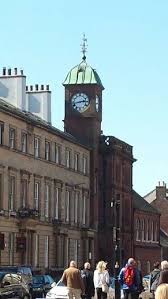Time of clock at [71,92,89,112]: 2:42
